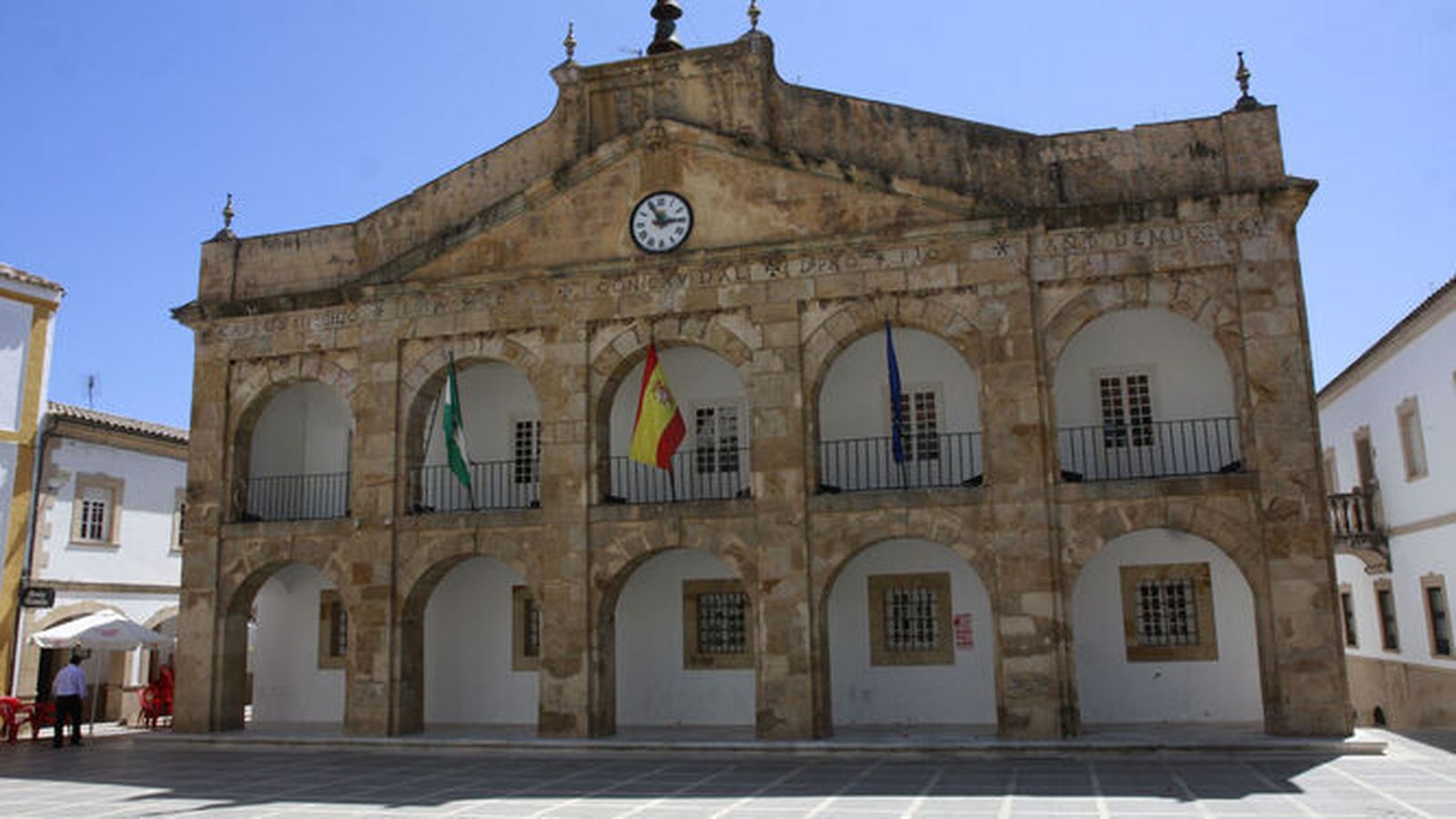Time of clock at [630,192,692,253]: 2:54
